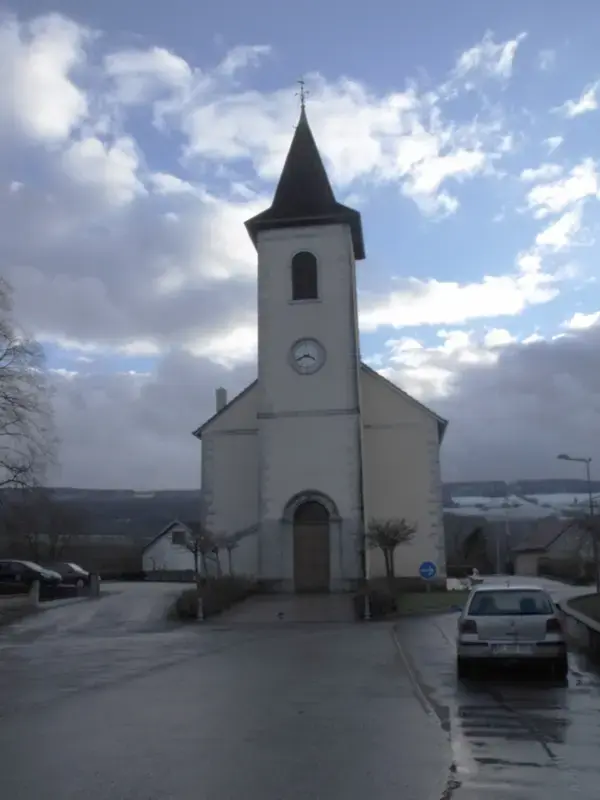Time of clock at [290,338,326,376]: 3:40
